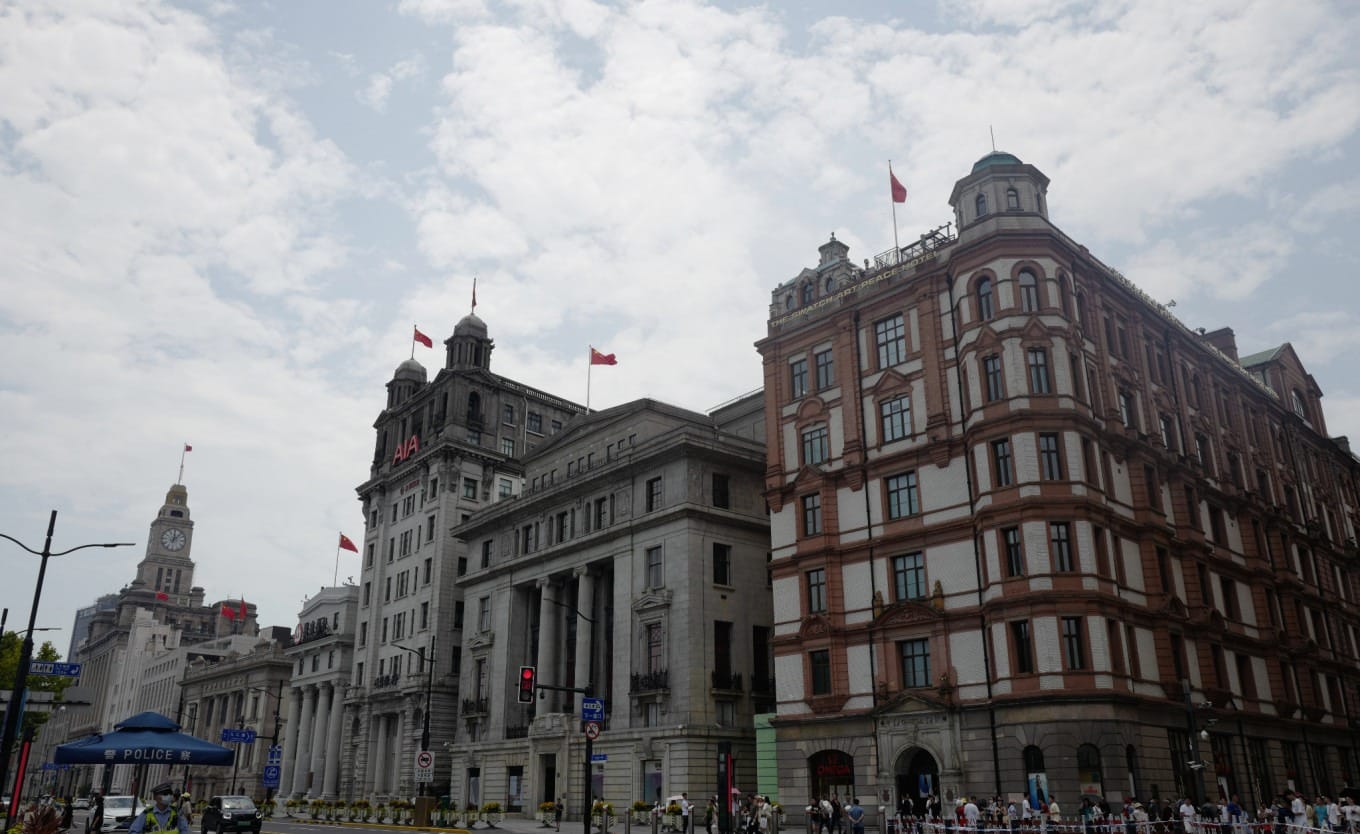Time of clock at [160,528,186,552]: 12:06
